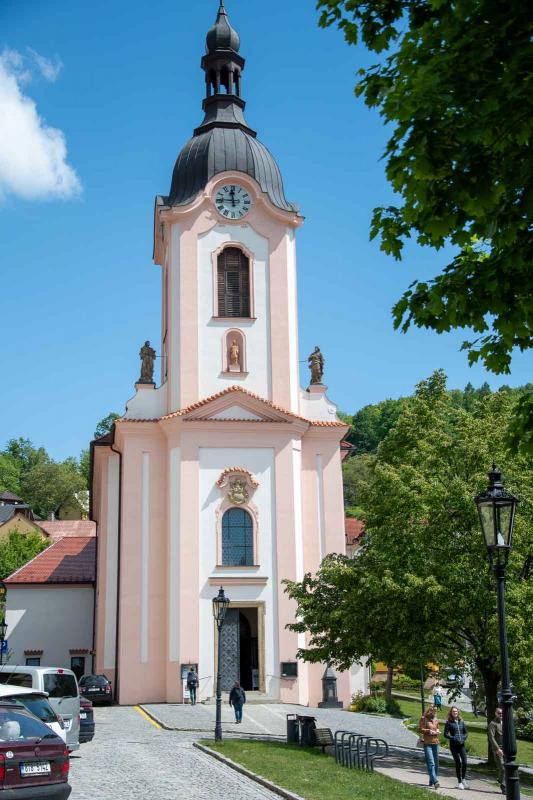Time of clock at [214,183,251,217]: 11:45
